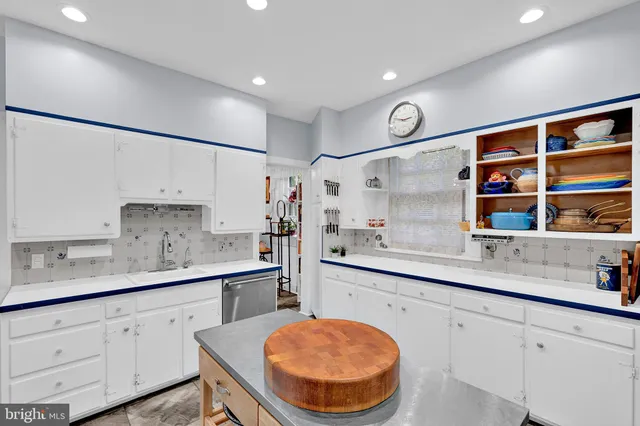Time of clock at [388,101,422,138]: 2:48
